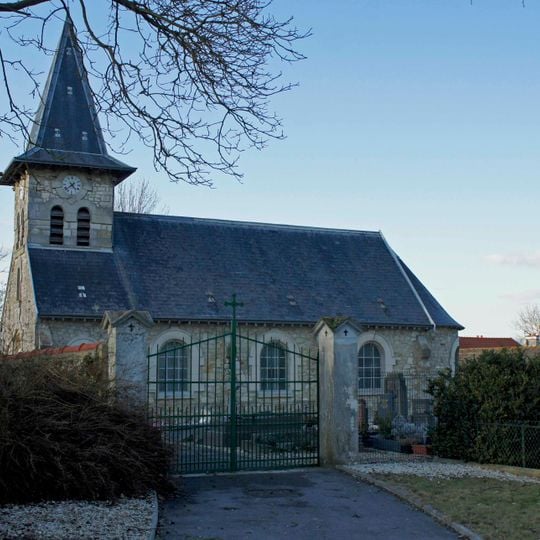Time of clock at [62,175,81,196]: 4:37
